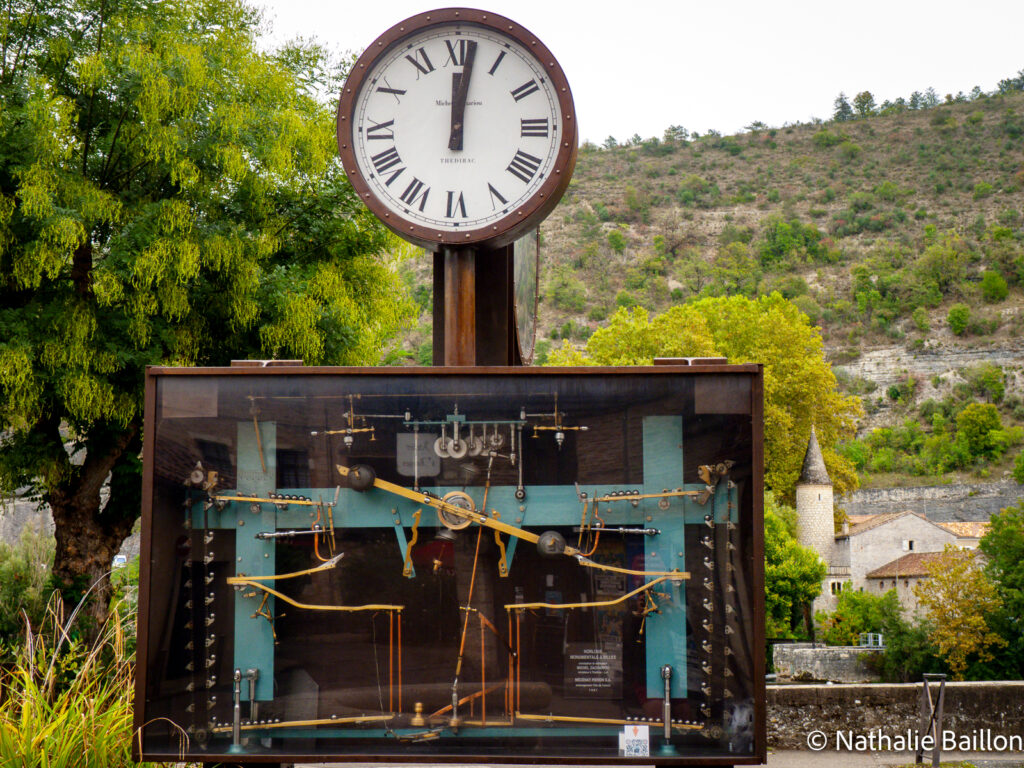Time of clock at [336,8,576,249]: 12:01
